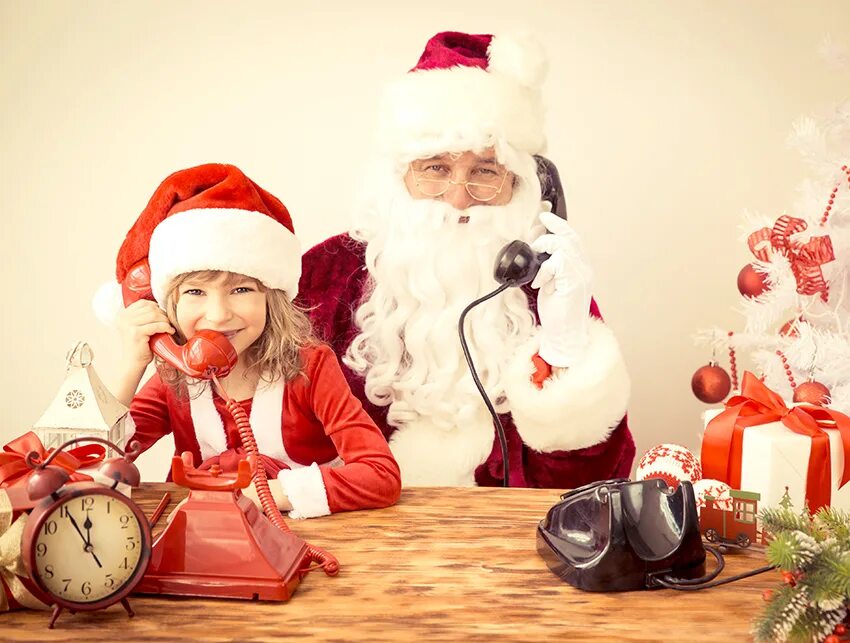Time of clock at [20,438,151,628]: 11:55
